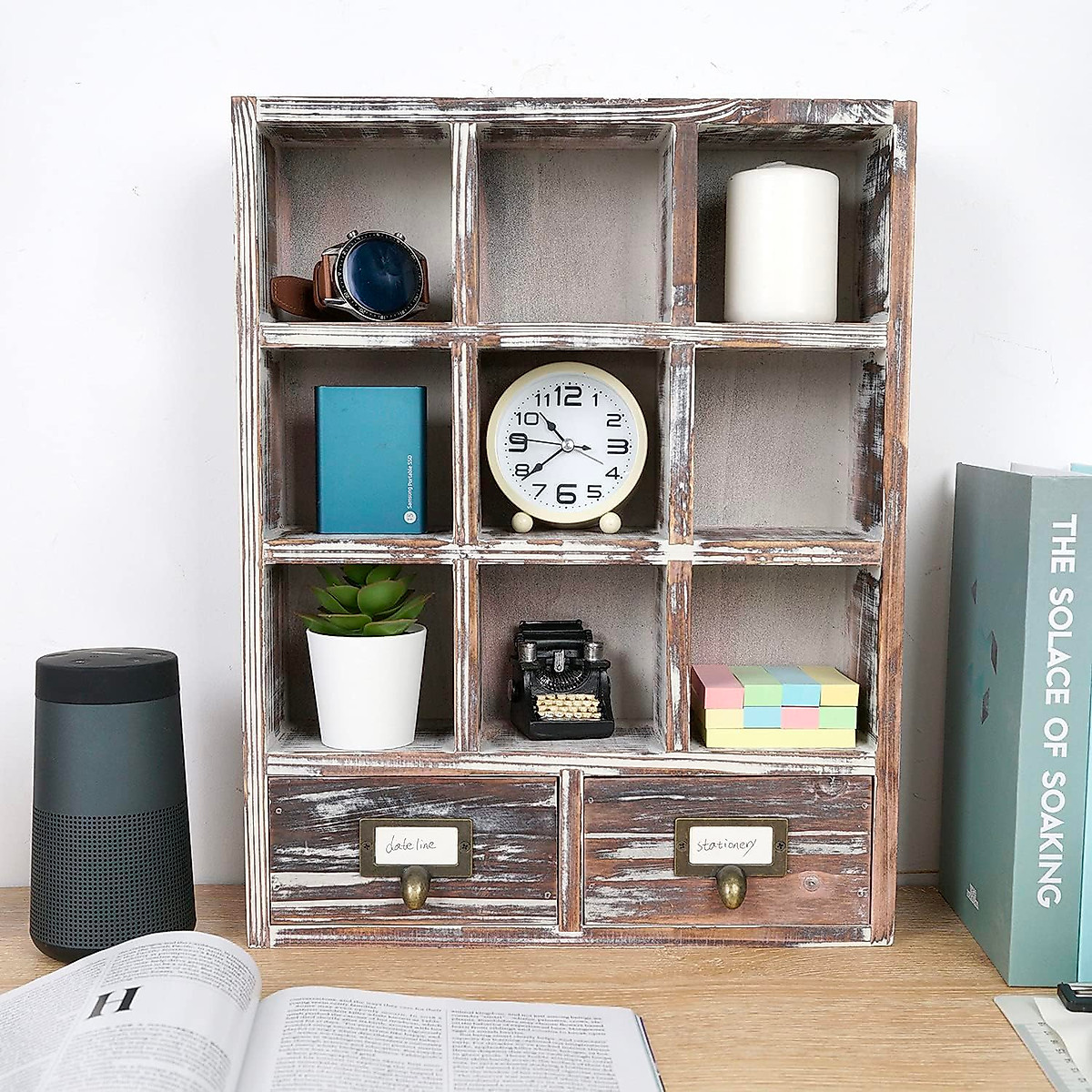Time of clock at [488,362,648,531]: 10:38
